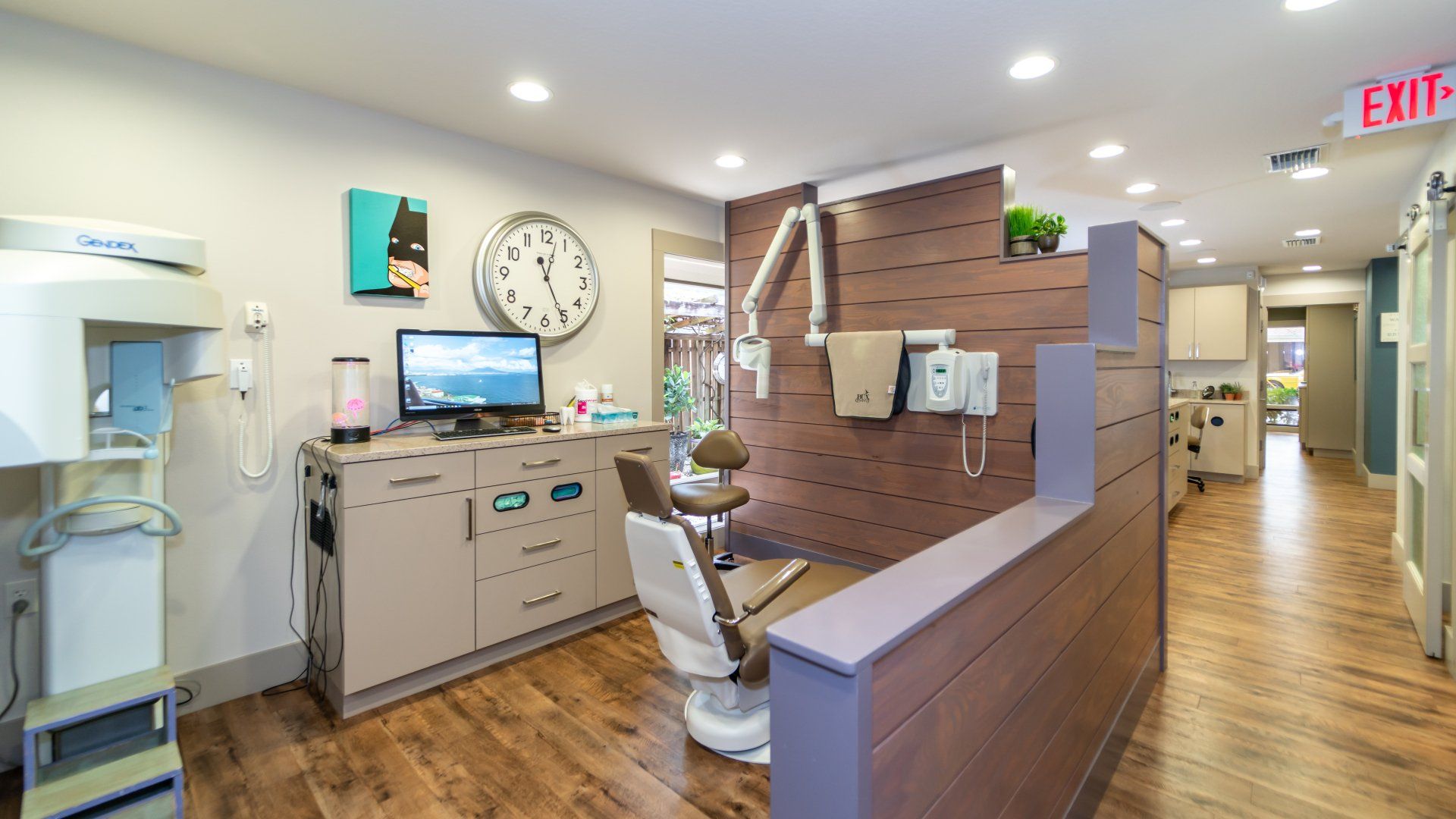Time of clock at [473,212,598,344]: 12:25
